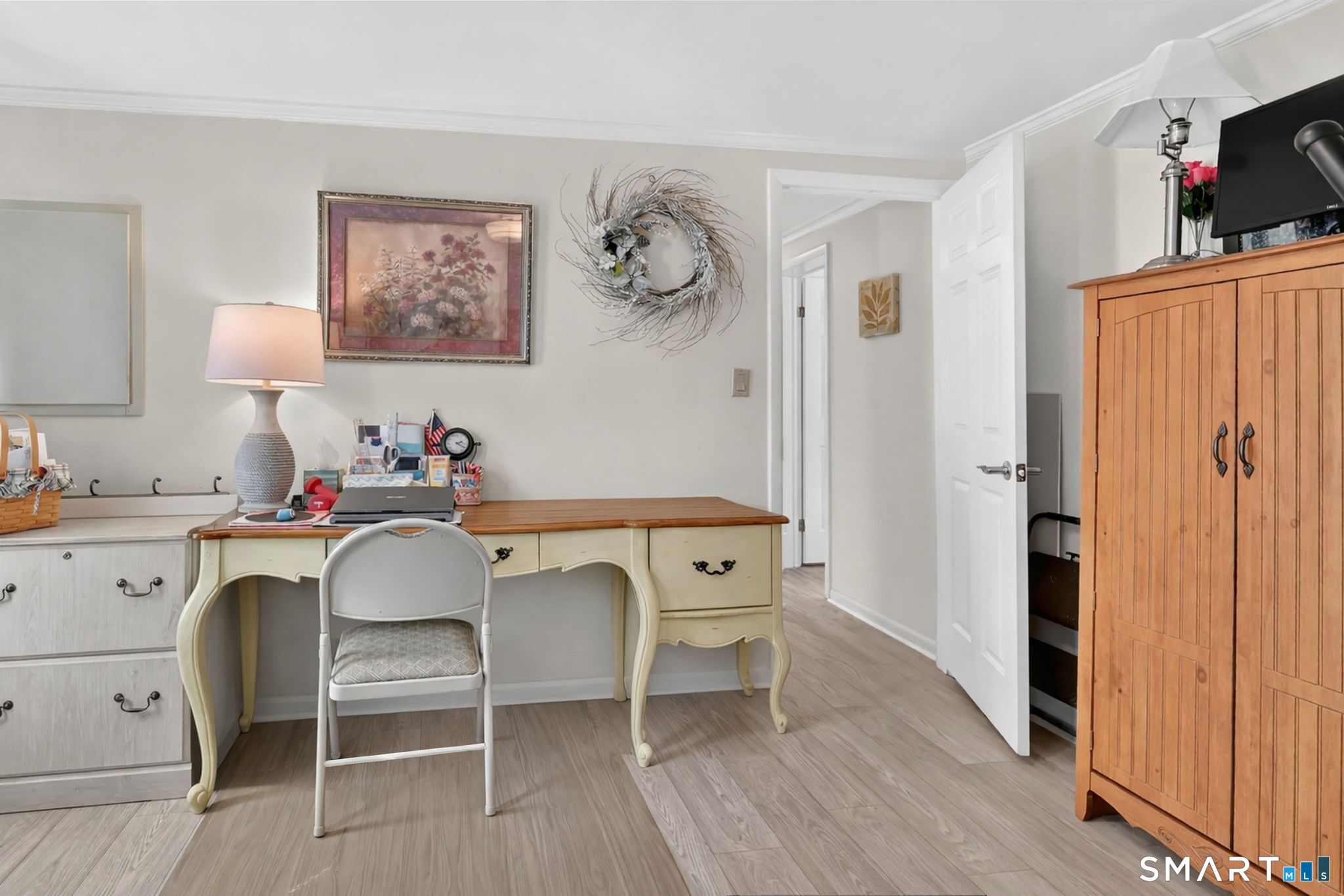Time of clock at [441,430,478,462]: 2:20
